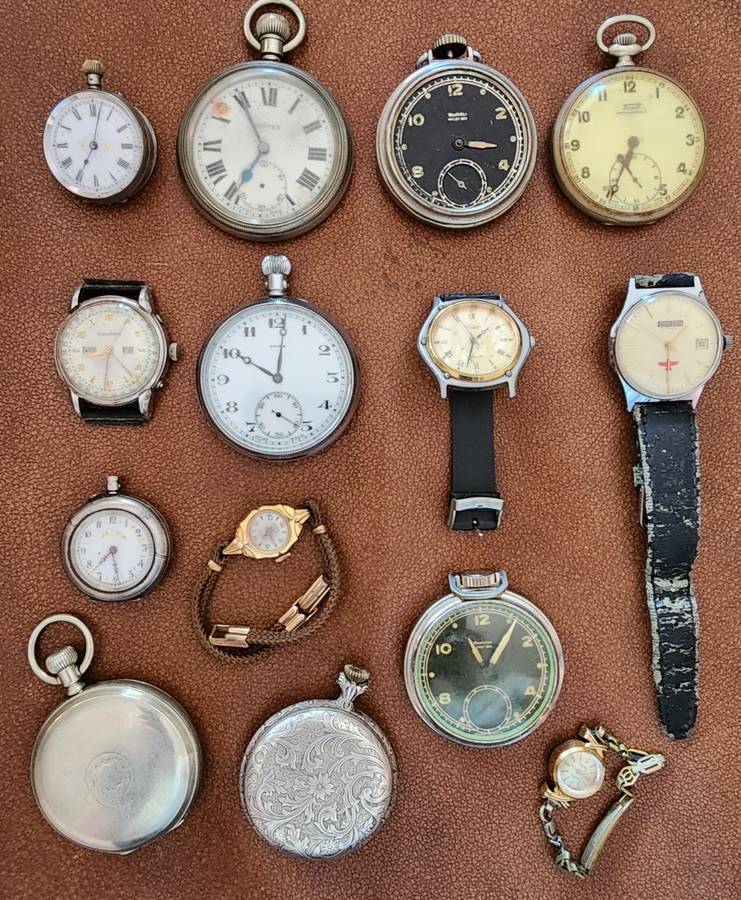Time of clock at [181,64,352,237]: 6:54
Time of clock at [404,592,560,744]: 11:05
